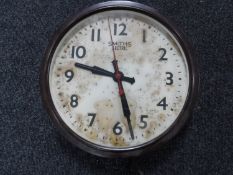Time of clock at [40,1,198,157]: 9:27
